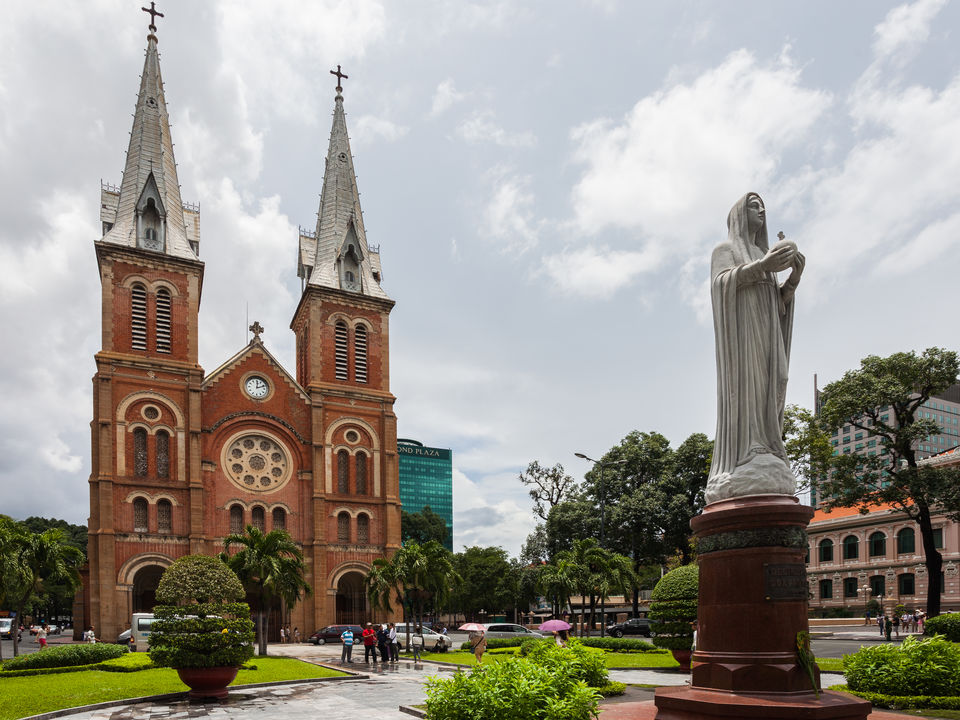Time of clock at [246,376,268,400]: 12:11
